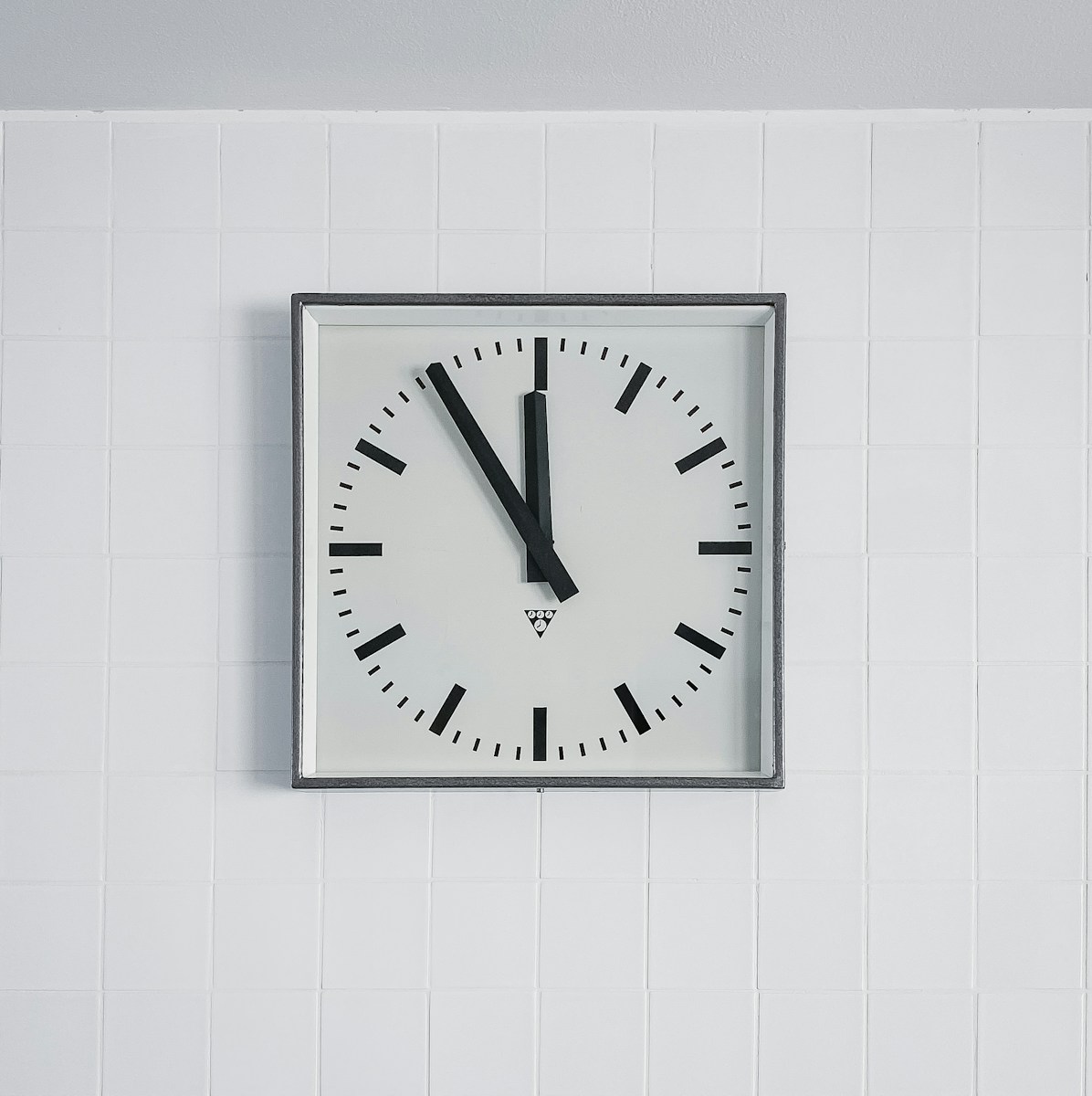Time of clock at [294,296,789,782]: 11:54
